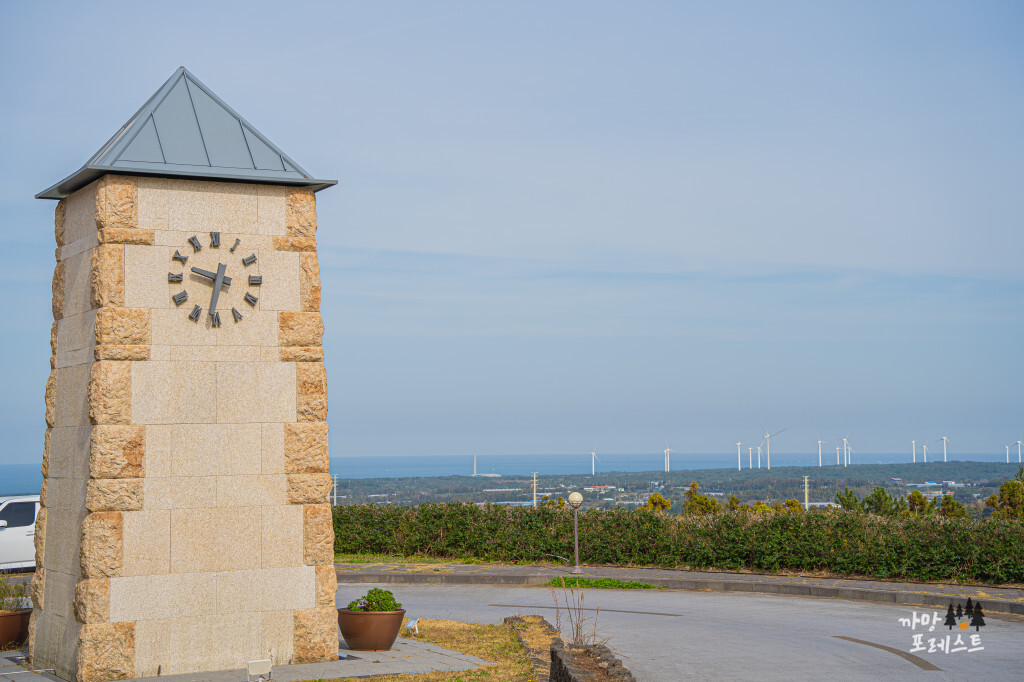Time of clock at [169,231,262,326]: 9:32
